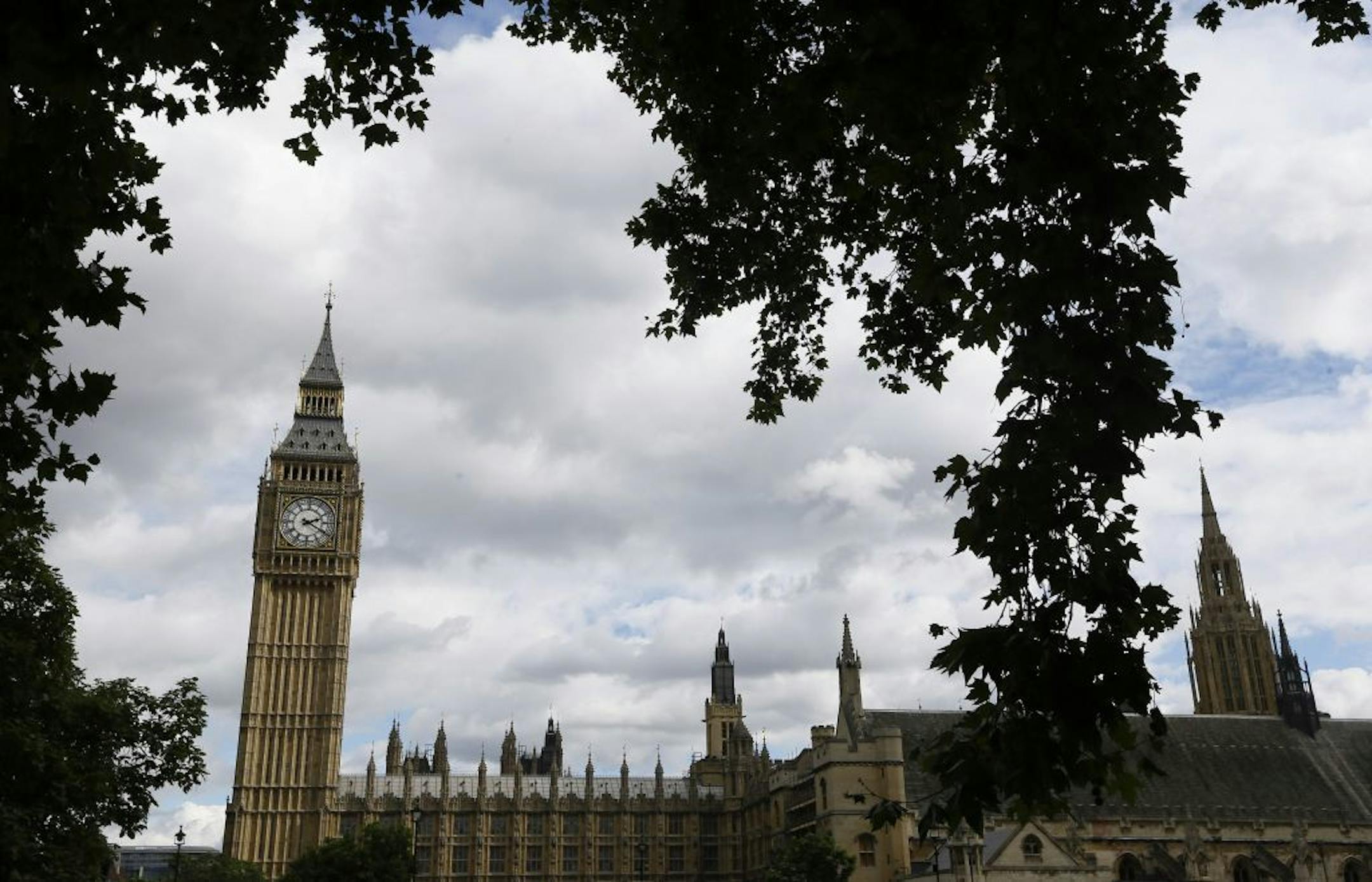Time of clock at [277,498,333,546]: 2:19
